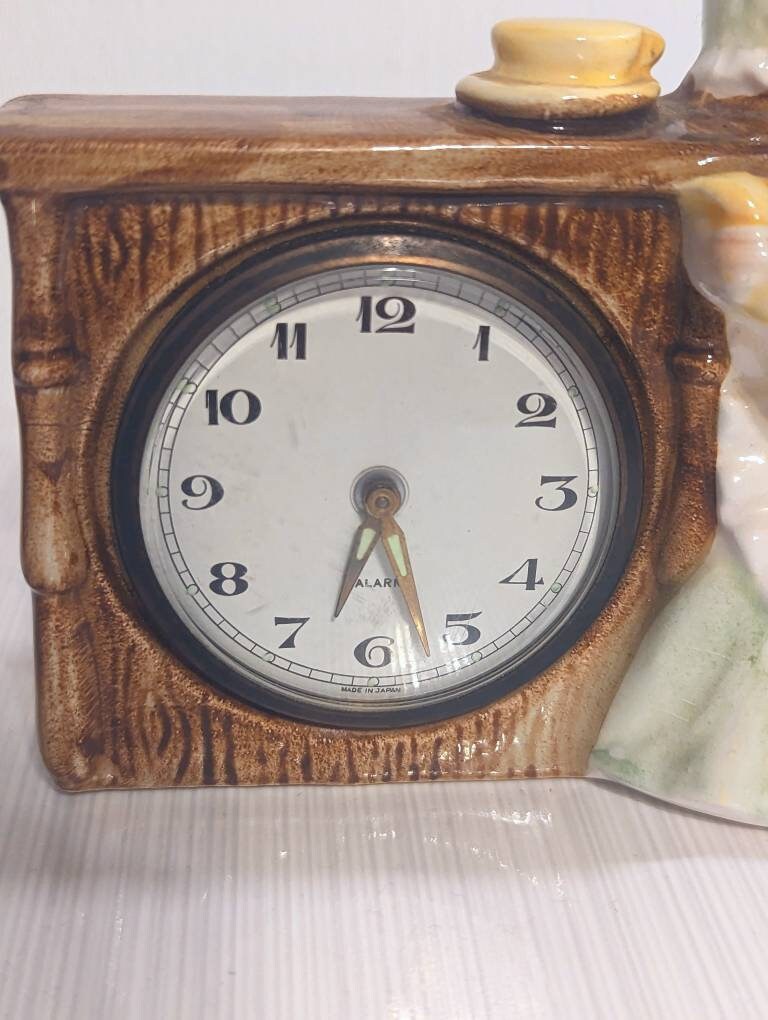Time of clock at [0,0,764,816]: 6:27
